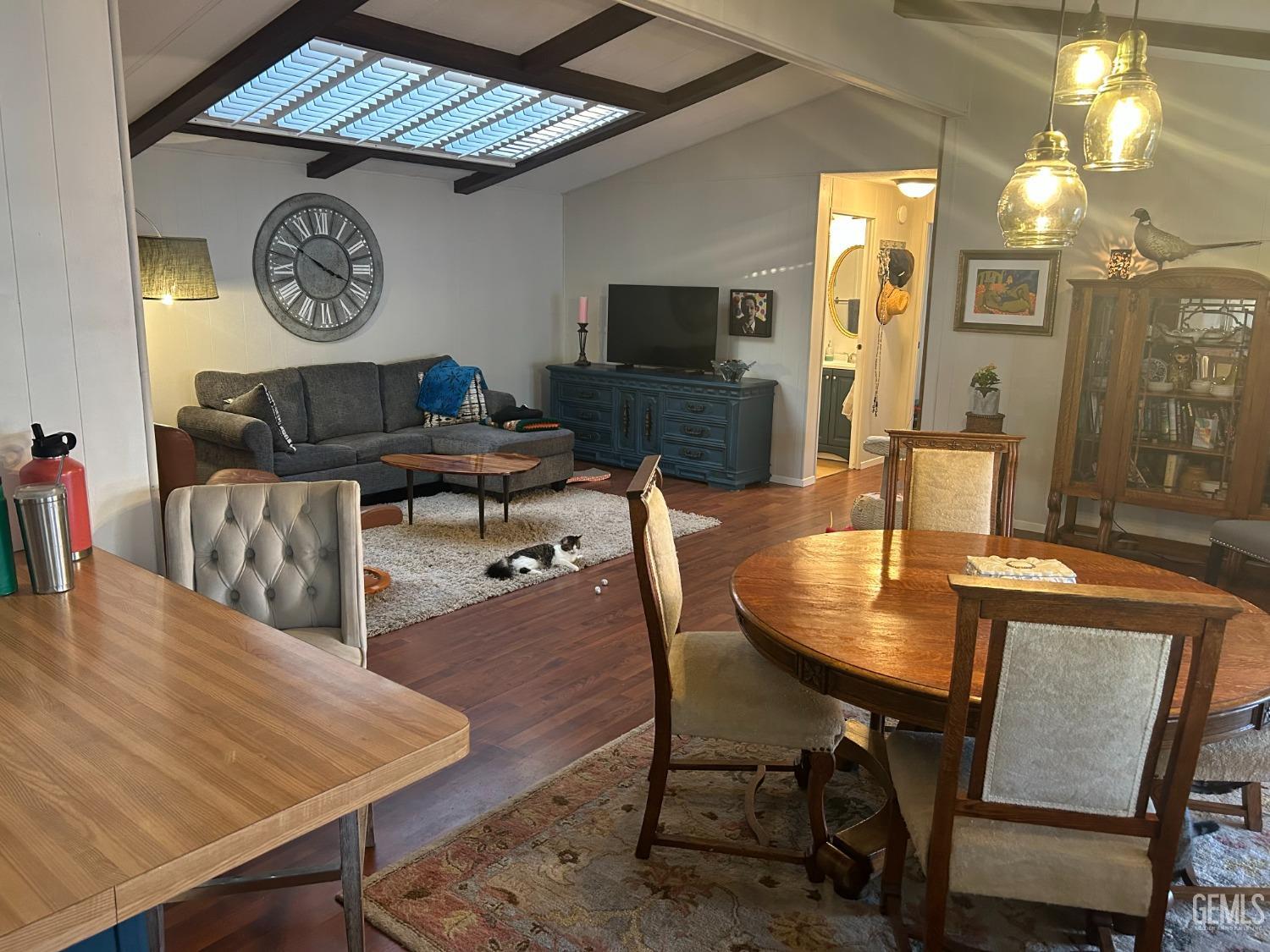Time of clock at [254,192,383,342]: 3:50
